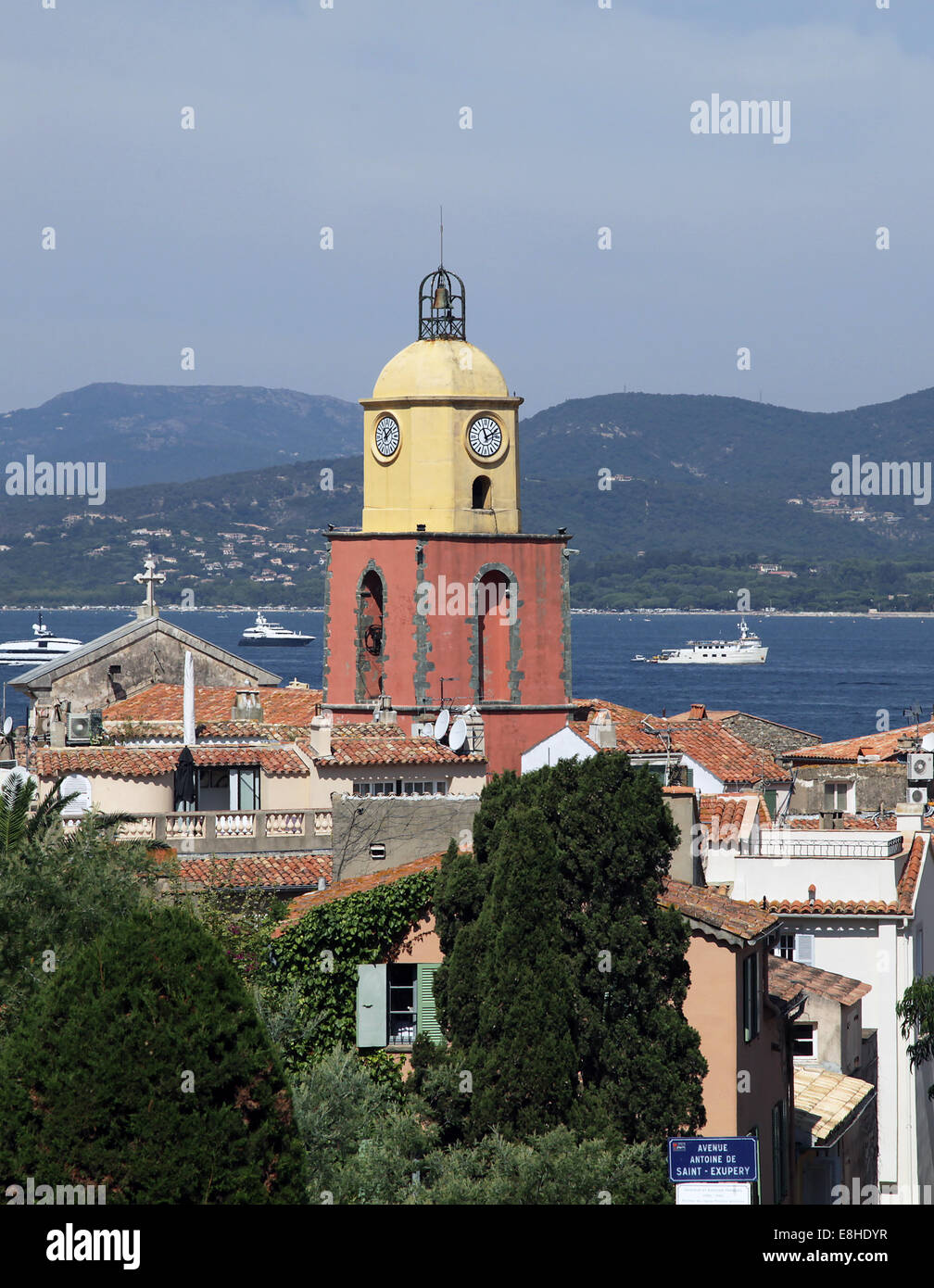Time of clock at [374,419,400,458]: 11:07
